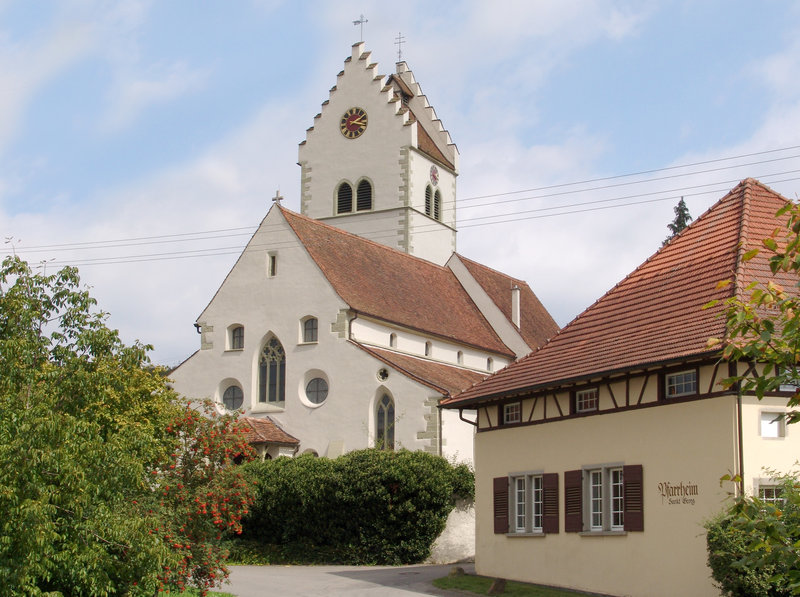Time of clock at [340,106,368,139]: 3:08
